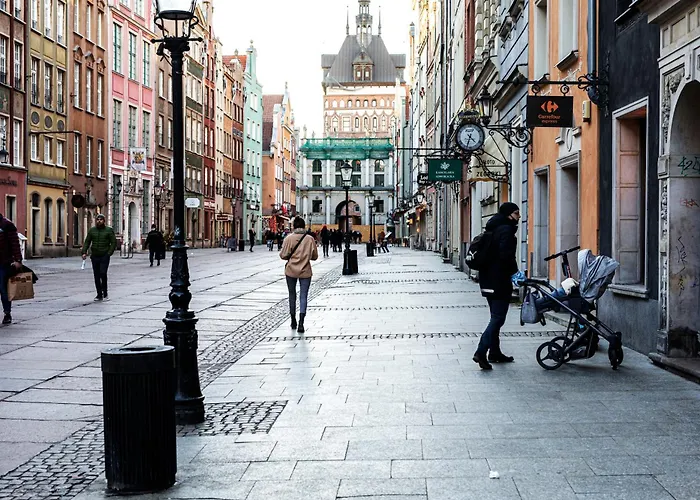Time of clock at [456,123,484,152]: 4:33
